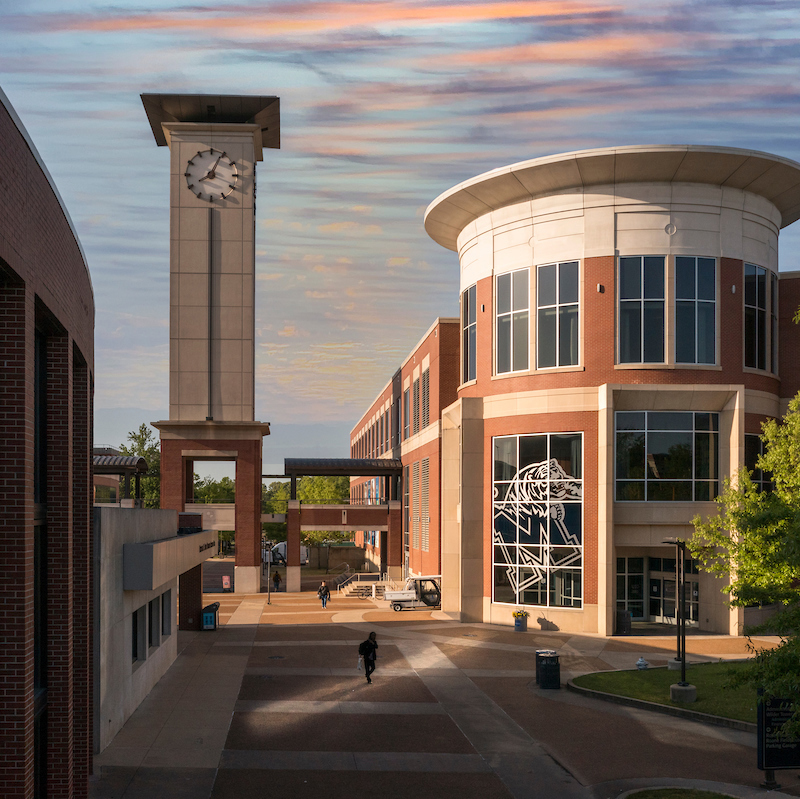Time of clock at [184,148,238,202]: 8:04
